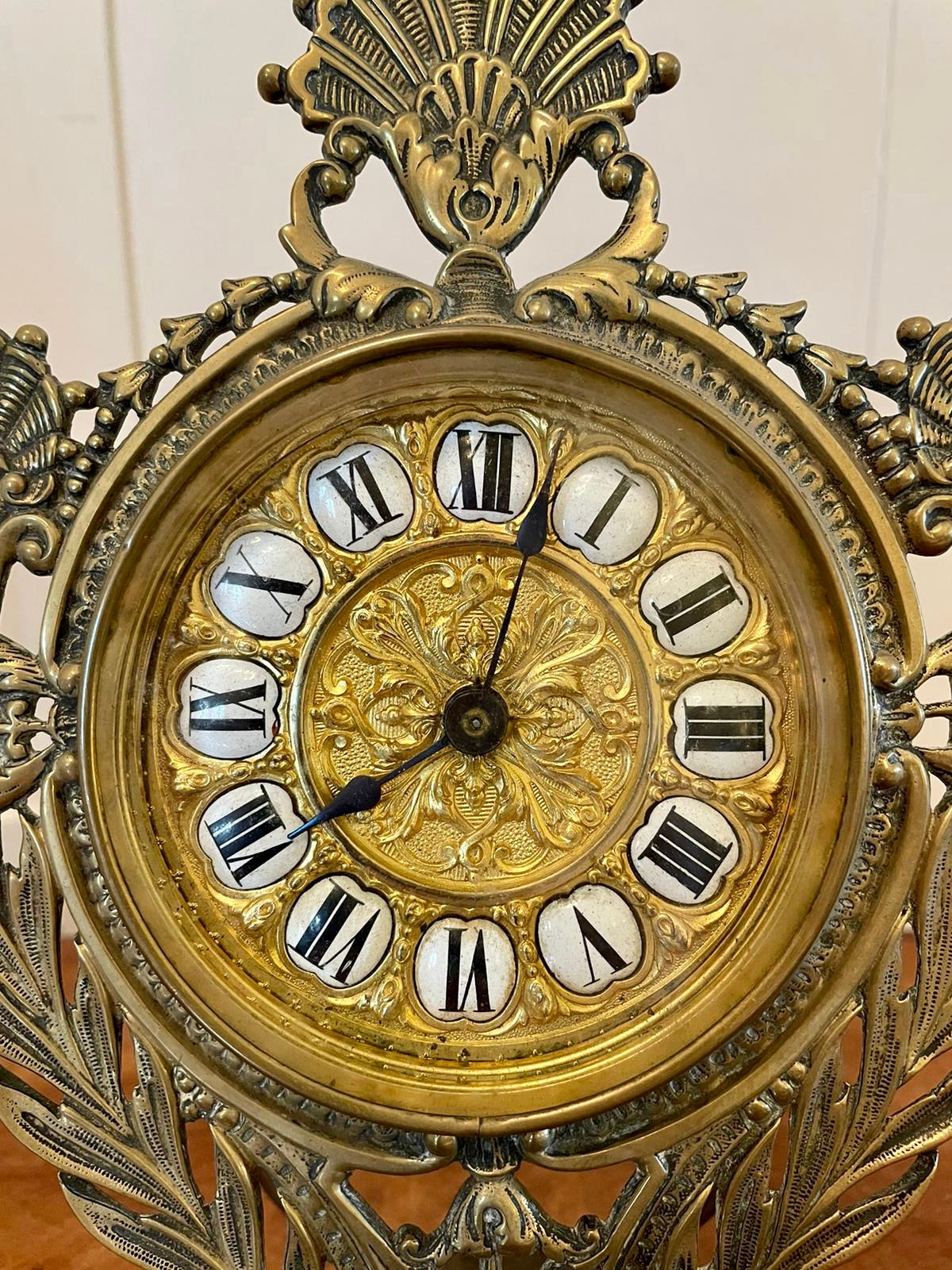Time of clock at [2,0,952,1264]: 8:02
